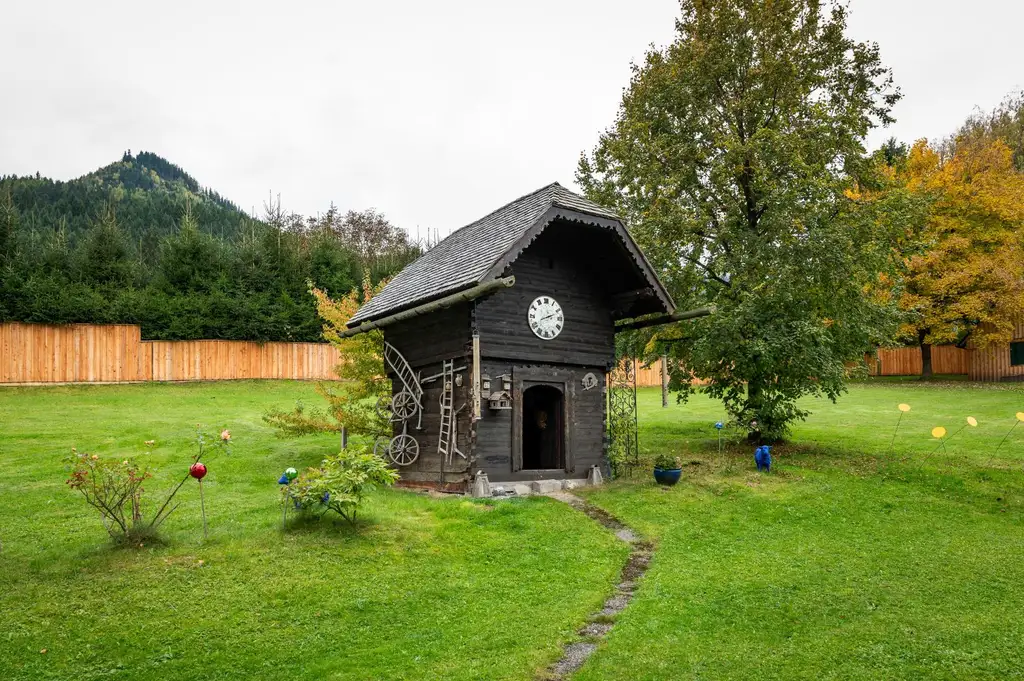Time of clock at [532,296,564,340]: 2:11
